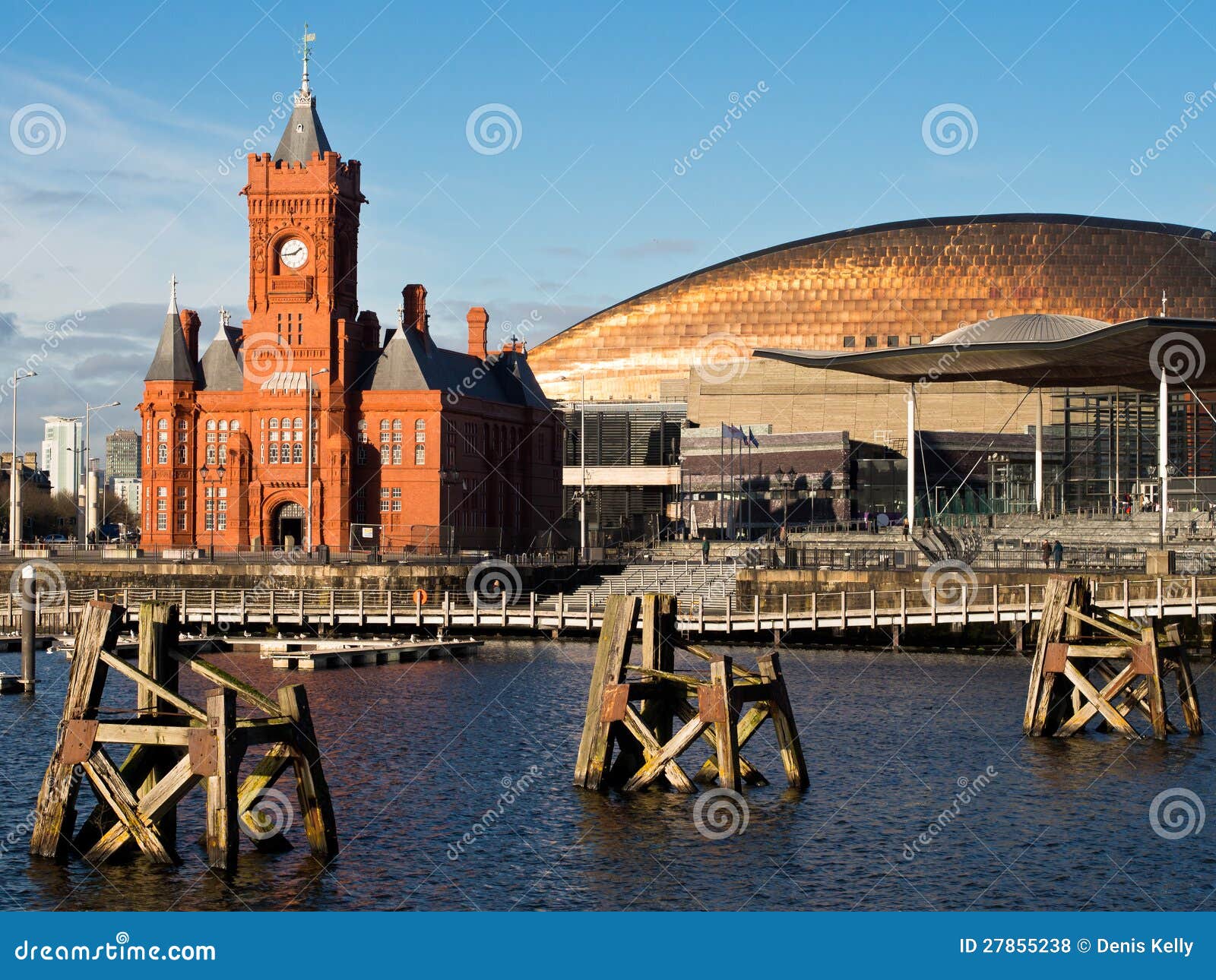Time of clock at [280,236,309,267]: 1:43
